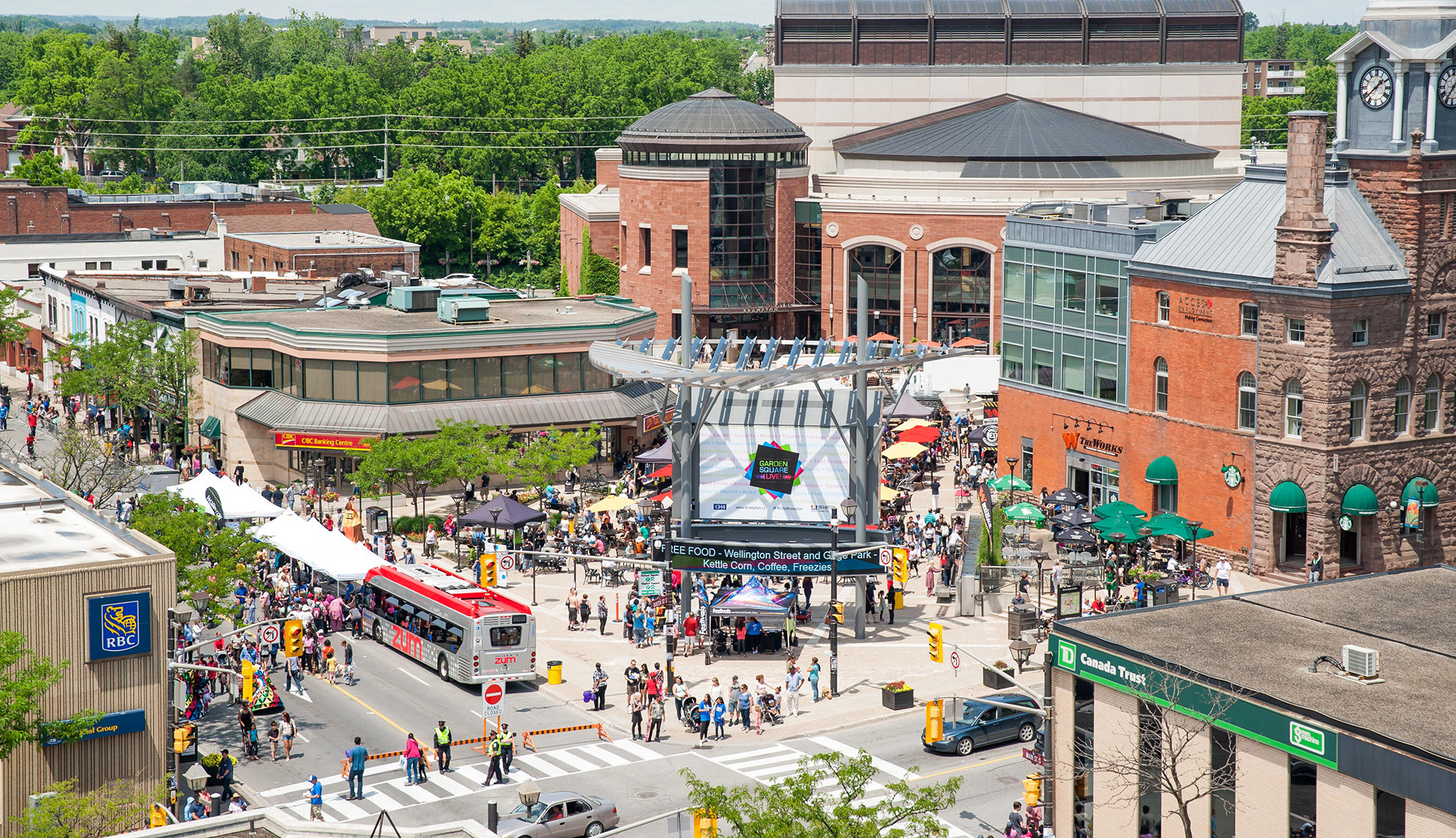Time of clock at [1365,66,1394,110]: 1:37
